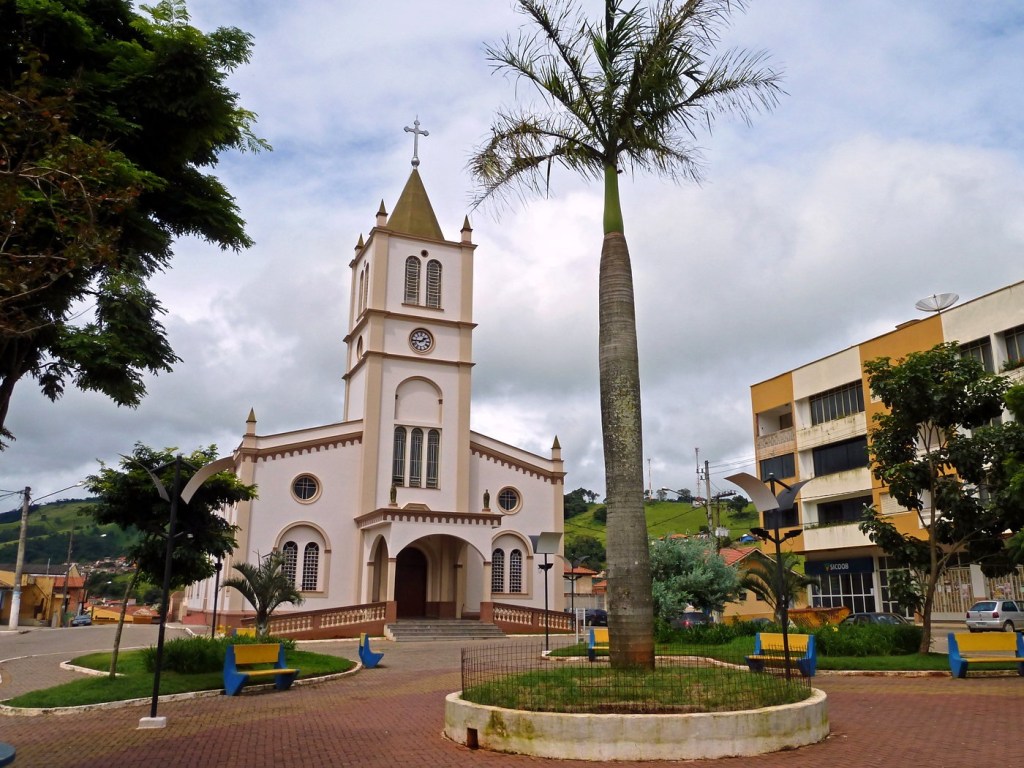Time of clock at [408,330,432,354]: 1:44
